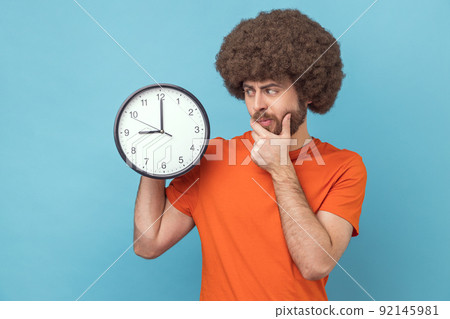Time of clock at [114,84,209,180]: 9:00
